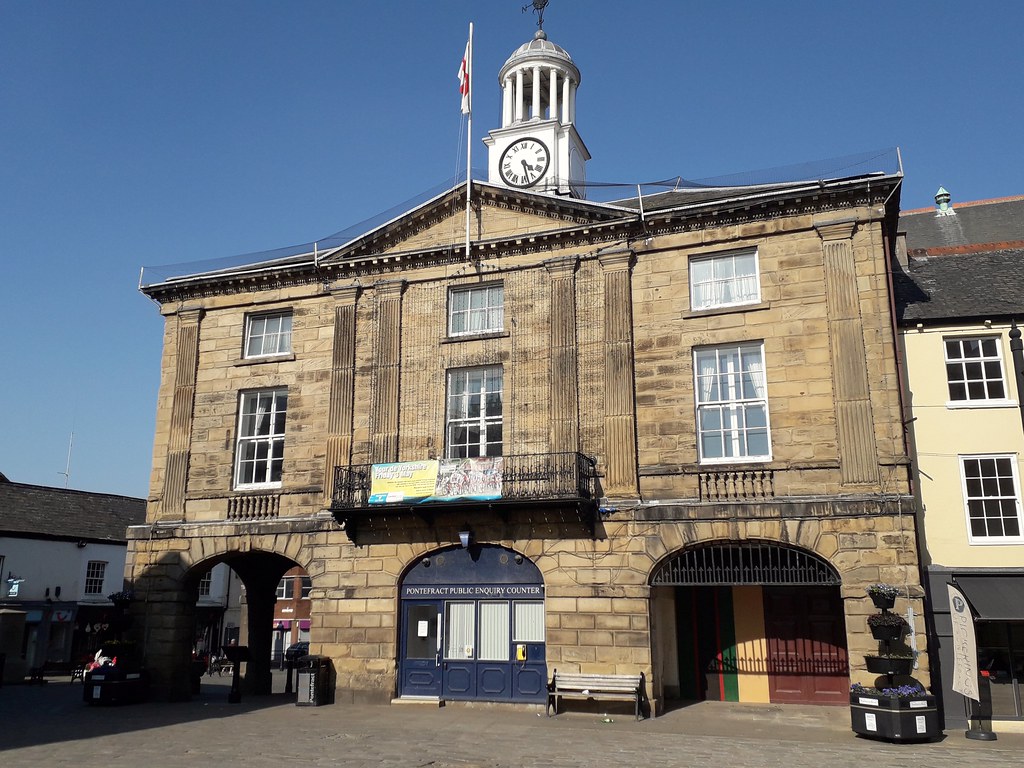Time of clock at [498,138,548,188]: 4:27
